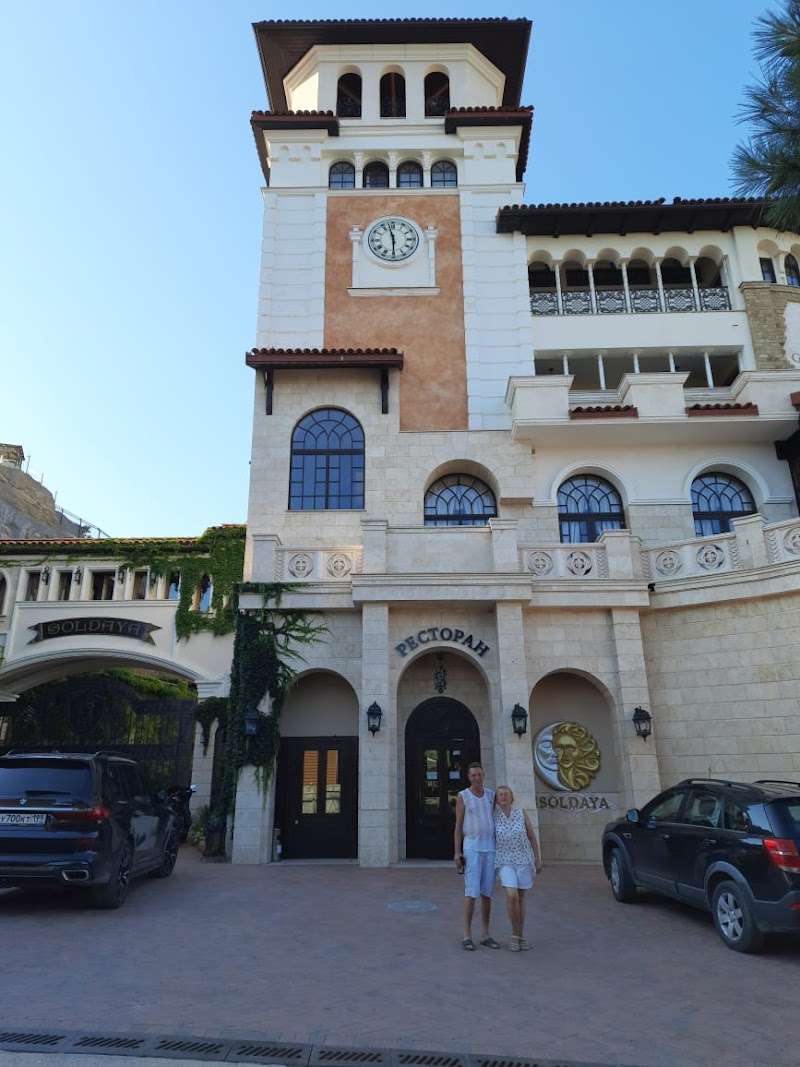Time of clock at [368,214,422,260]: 11:30
